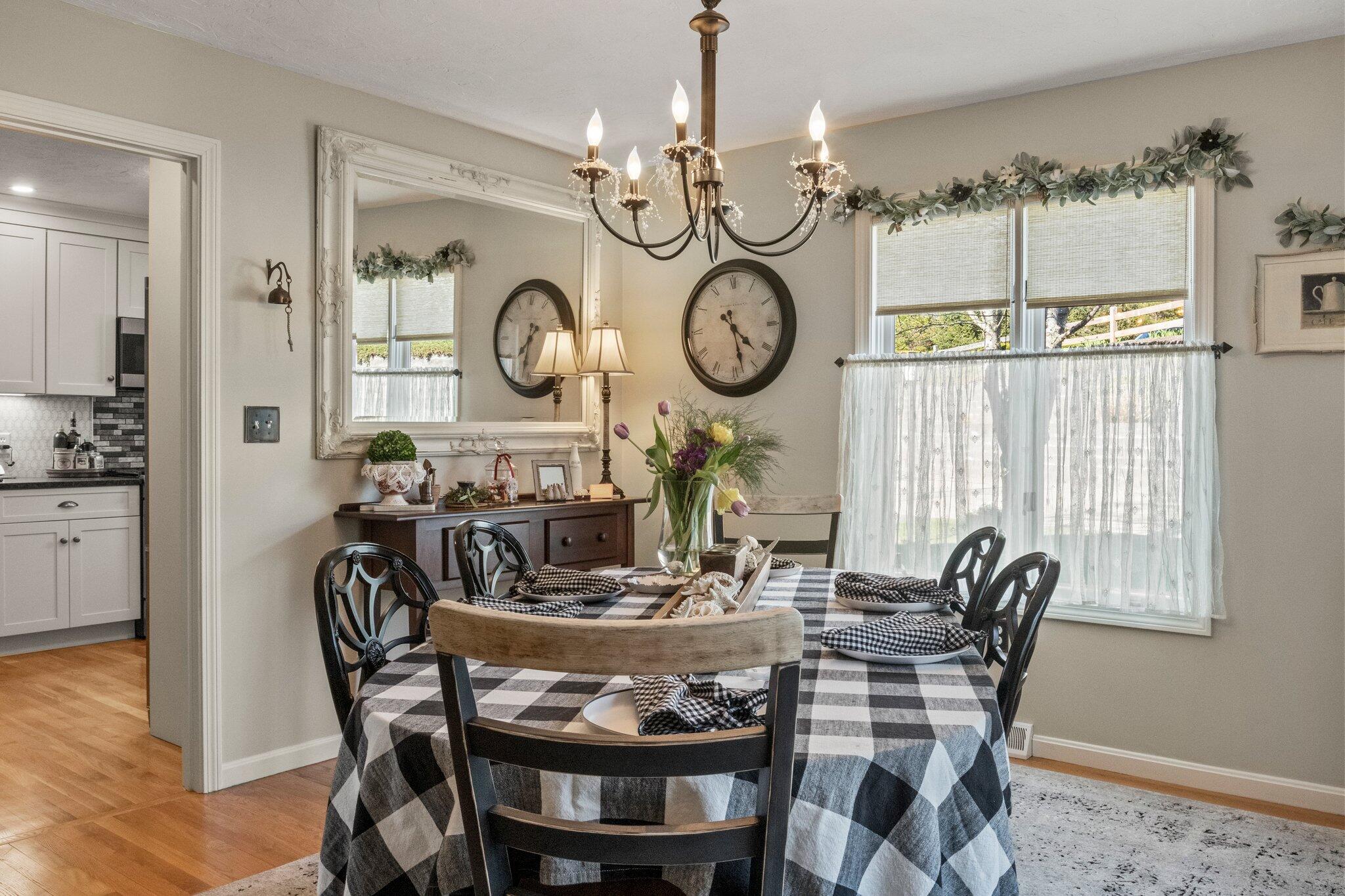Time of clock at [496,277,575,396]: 7:32
